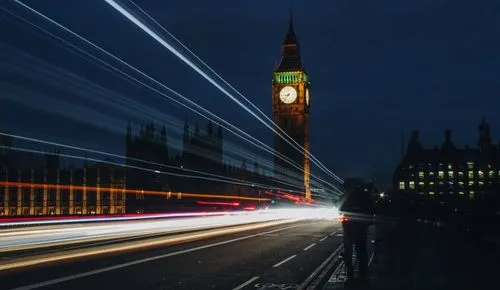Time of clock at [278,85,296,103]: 8:36
